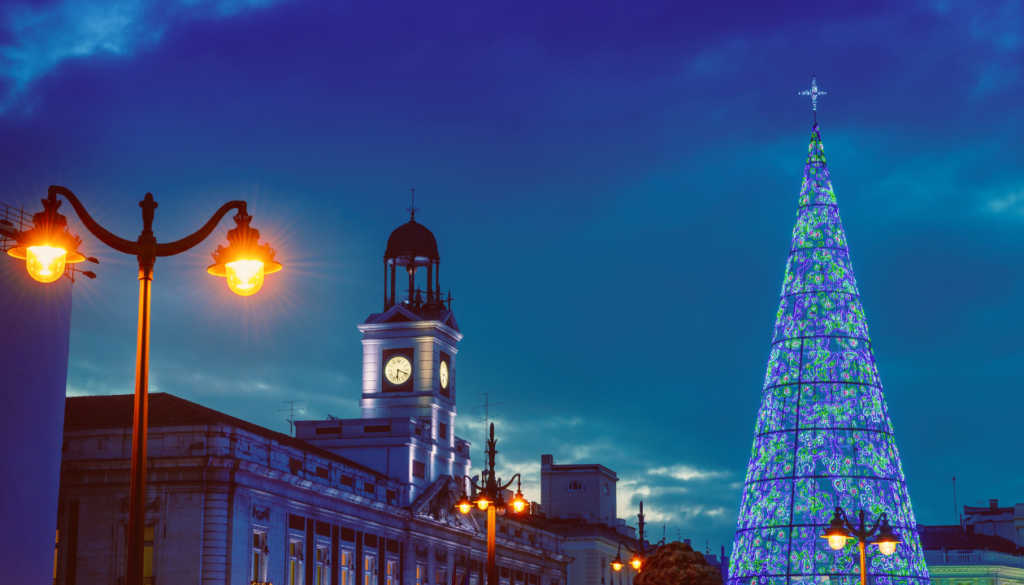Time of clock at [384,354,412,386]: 6:18
